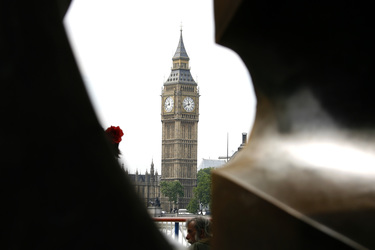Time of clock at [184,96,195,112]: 11:41
